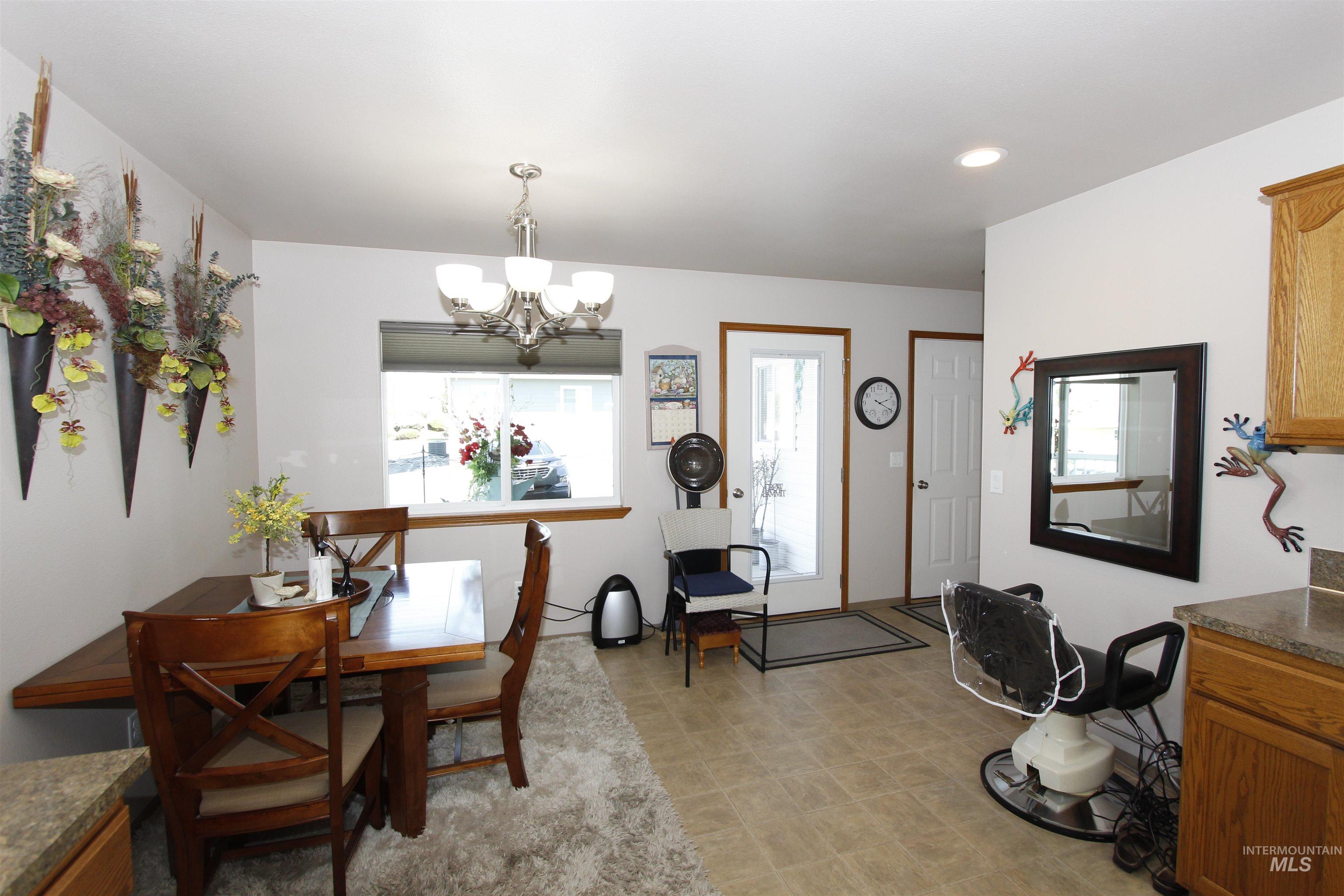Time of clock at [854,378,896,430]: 2:19
